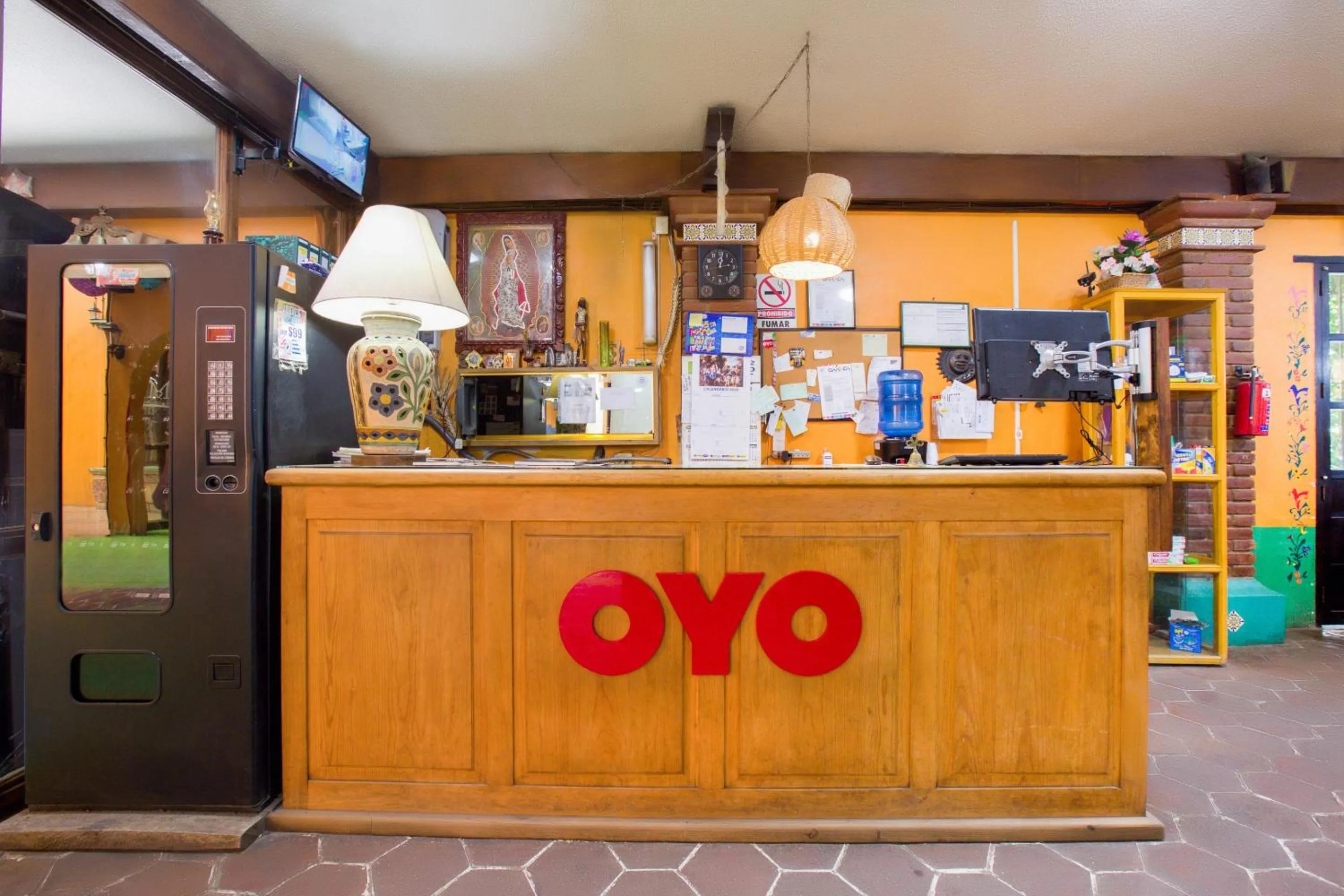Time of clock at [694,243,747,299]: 12:13
